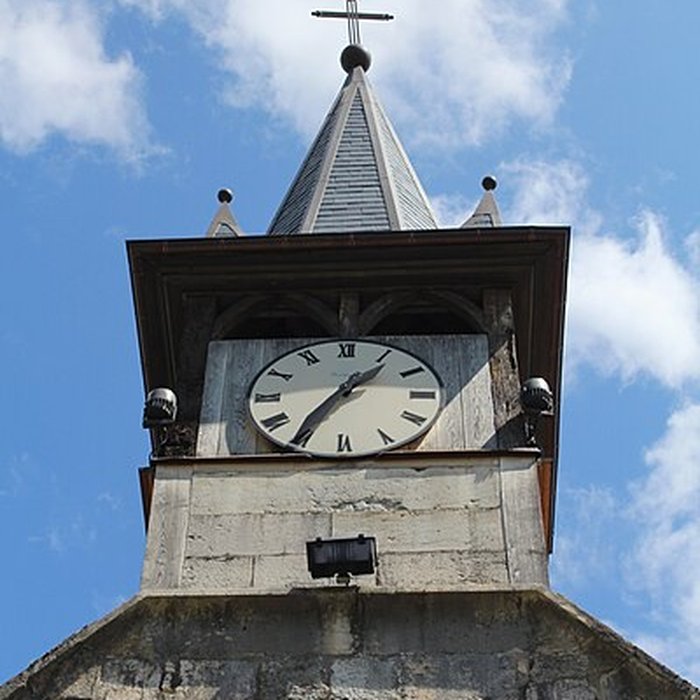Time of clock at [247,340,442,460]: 1:35
